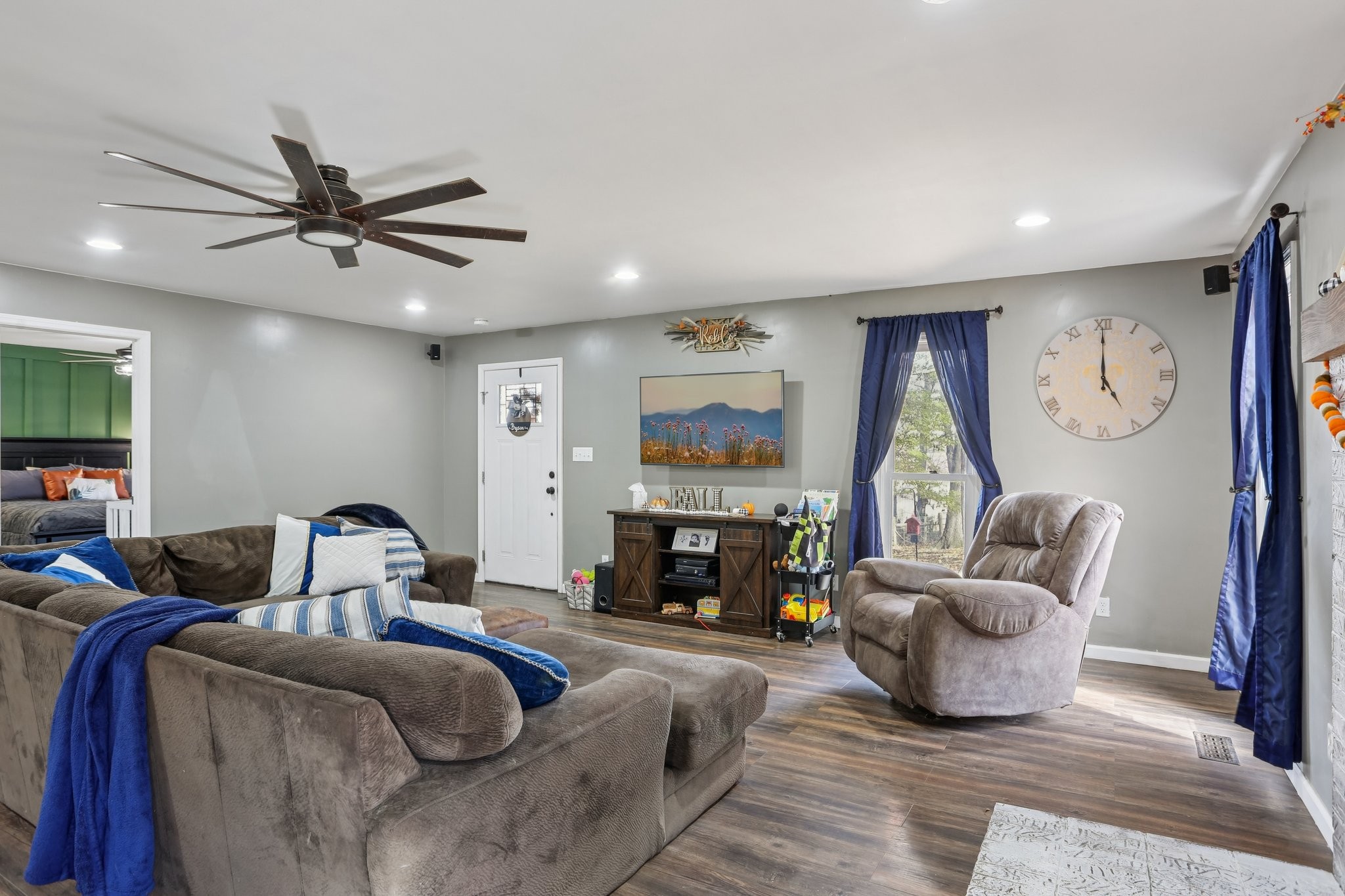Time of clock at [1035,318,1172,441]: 5:00
